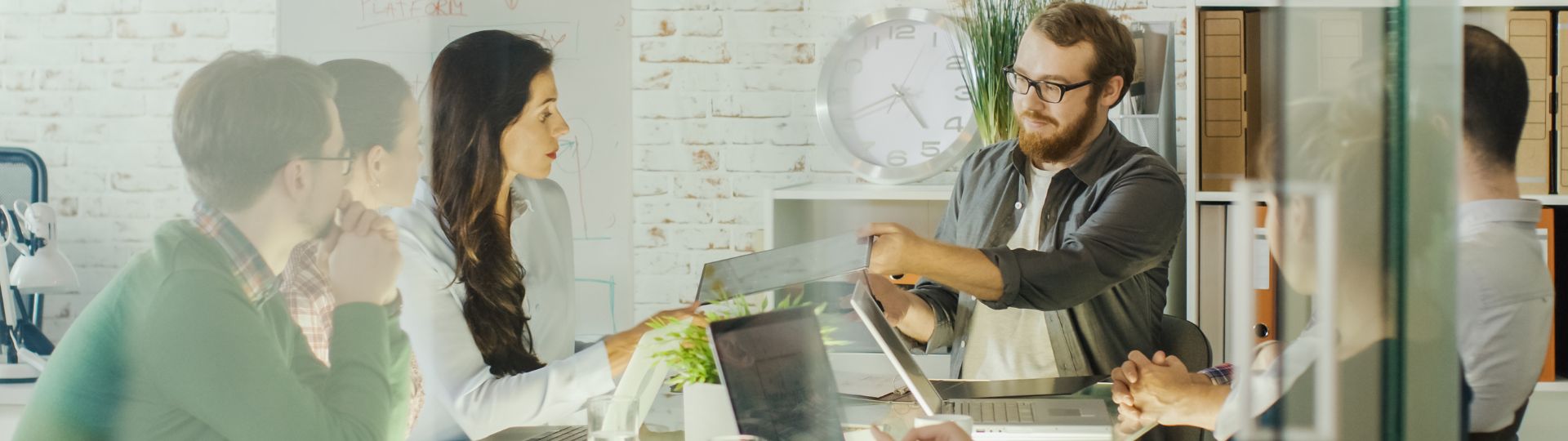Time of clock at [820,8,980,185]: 4:41
